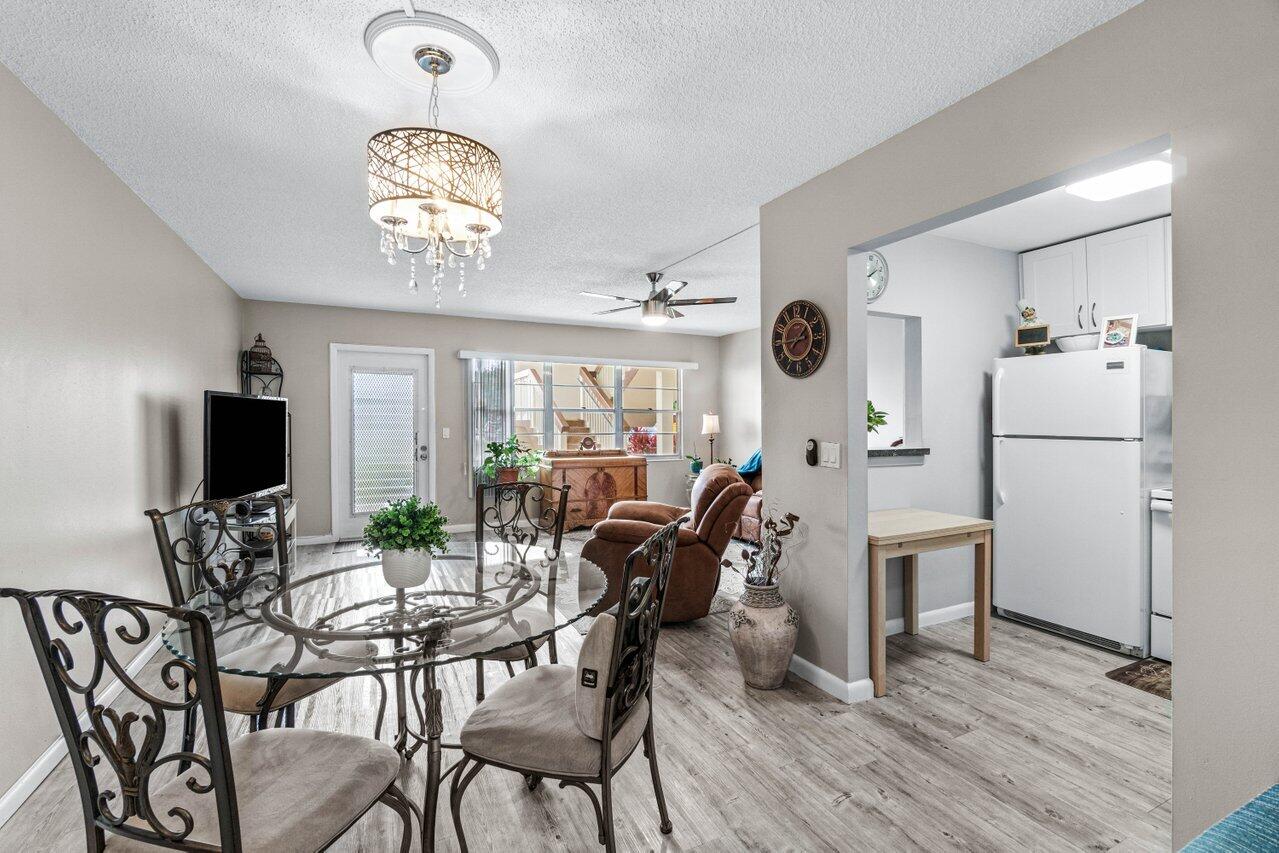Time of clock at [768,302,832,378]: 1:44
